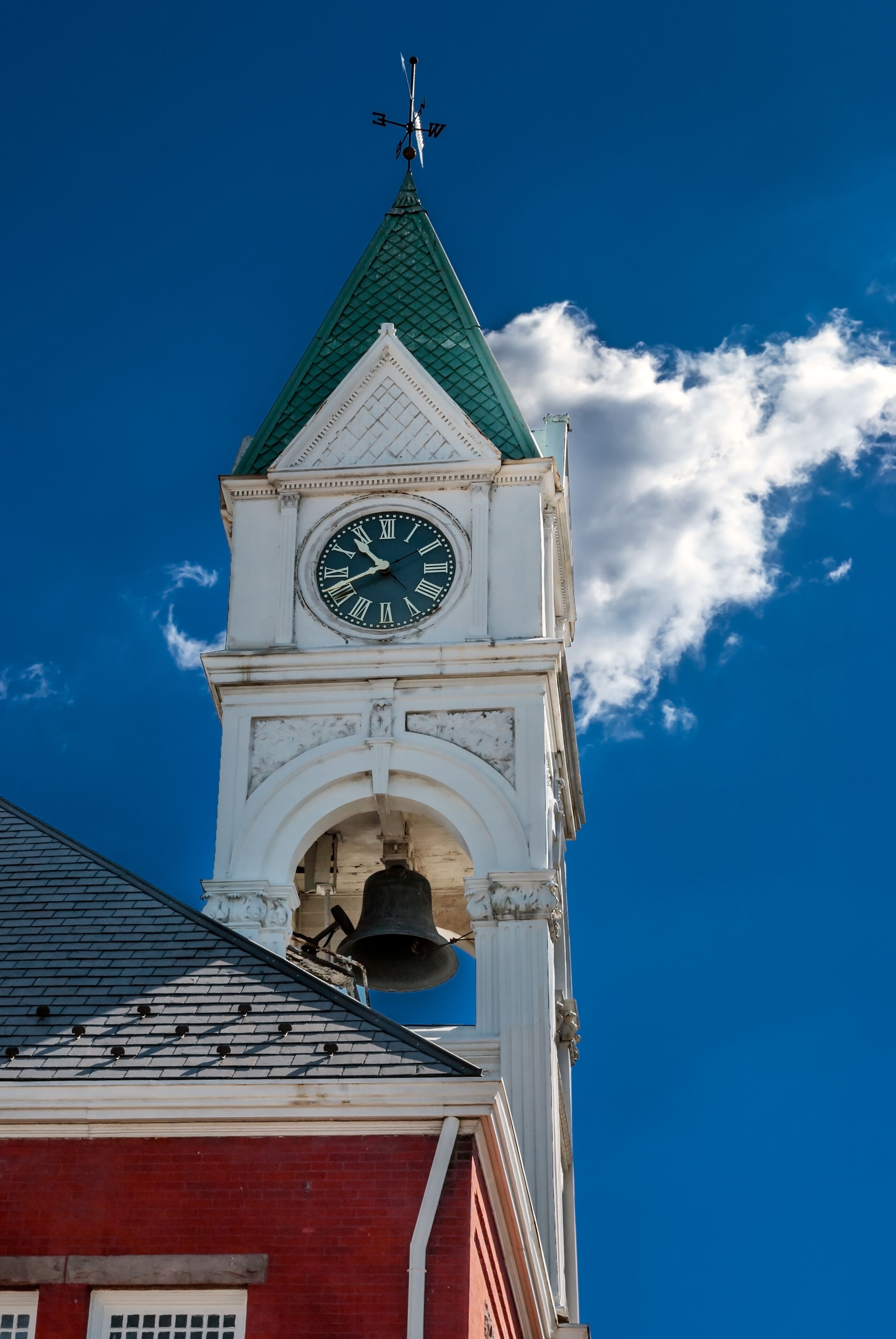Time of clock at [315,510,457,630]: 10:41
